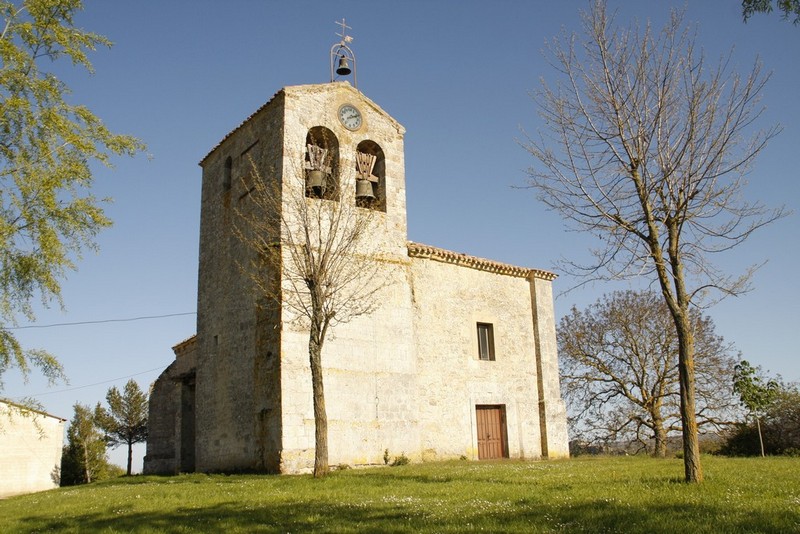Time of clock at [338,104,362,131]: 2:11
